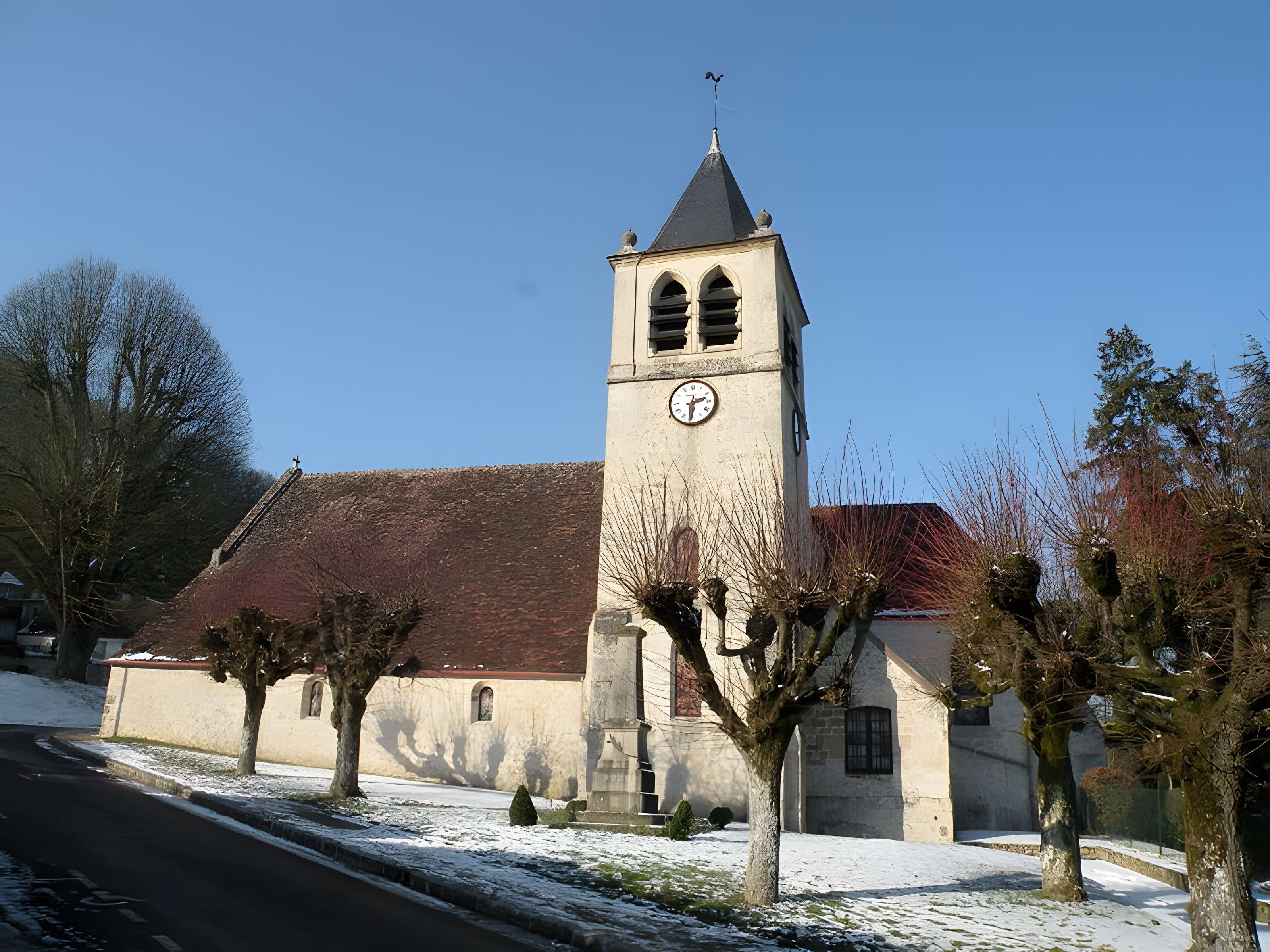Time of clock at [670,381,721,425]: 2:30
